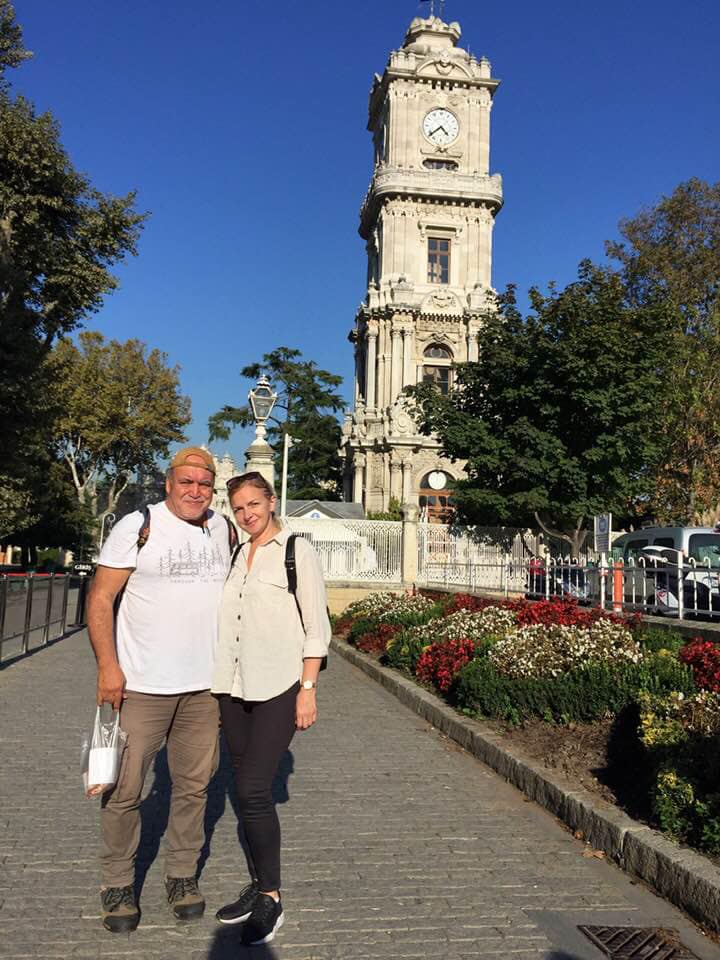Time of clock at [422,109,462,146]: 4:38
